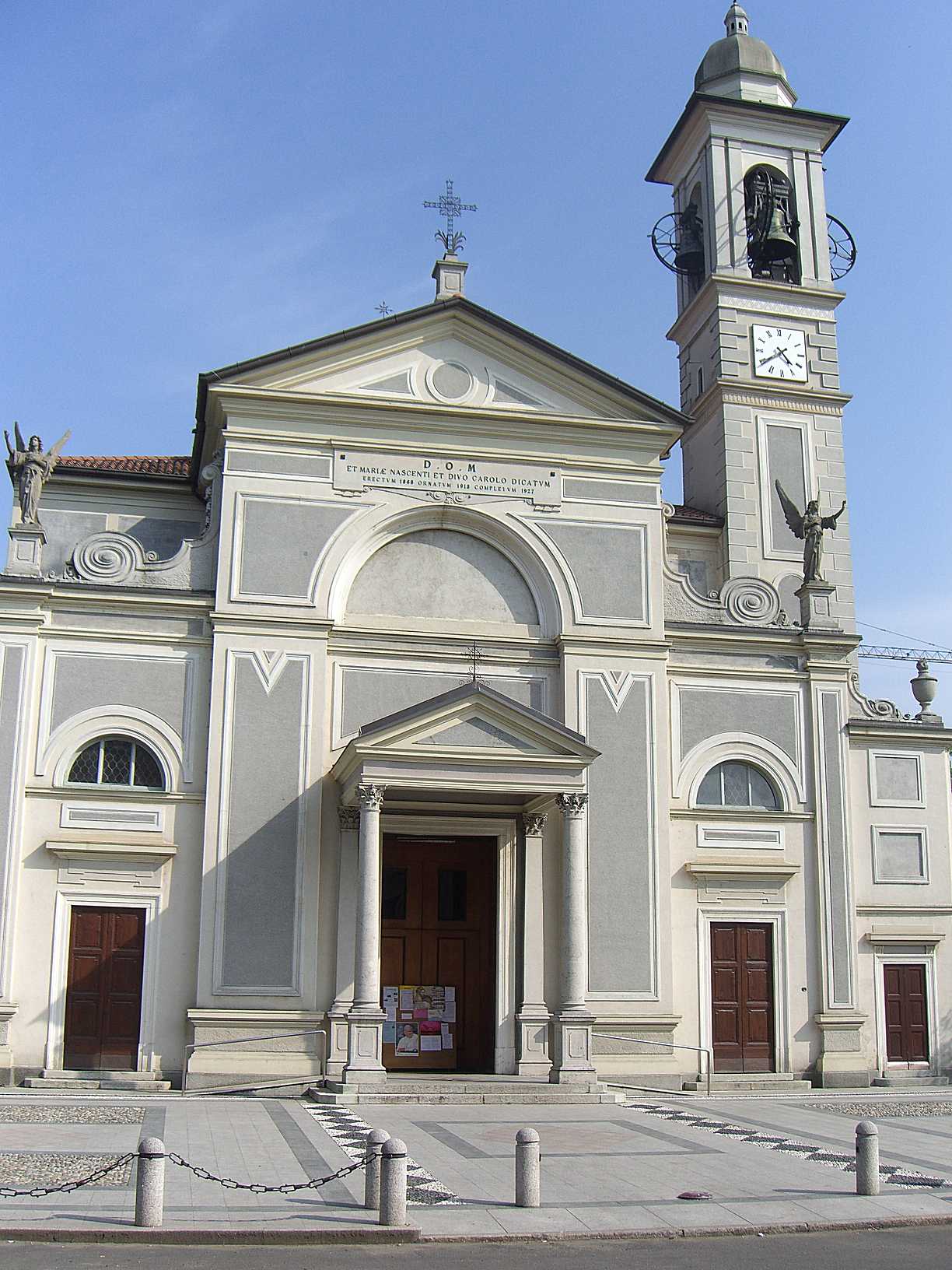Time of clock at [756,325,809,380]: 4:39
